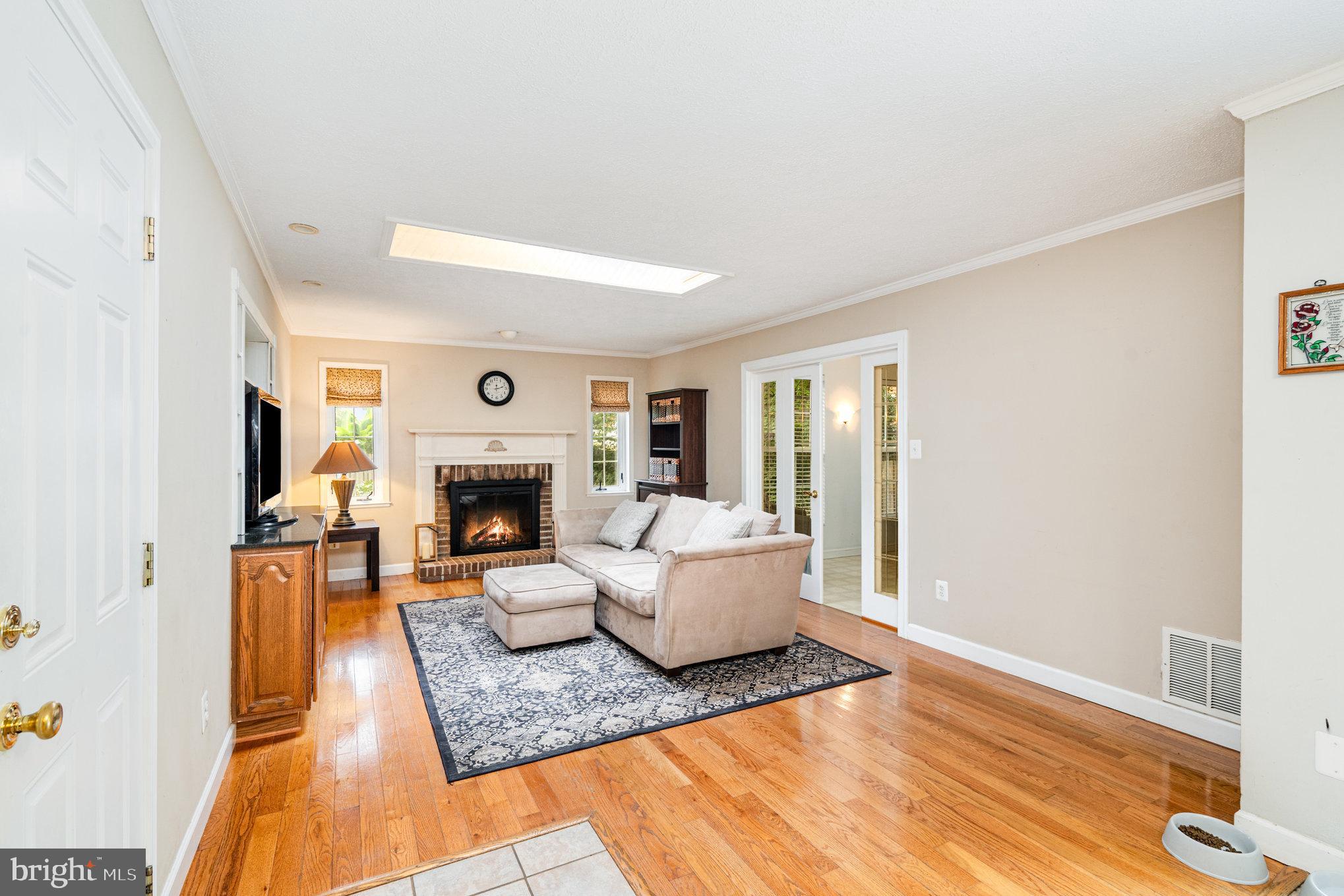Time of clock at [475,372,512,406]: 12:12
